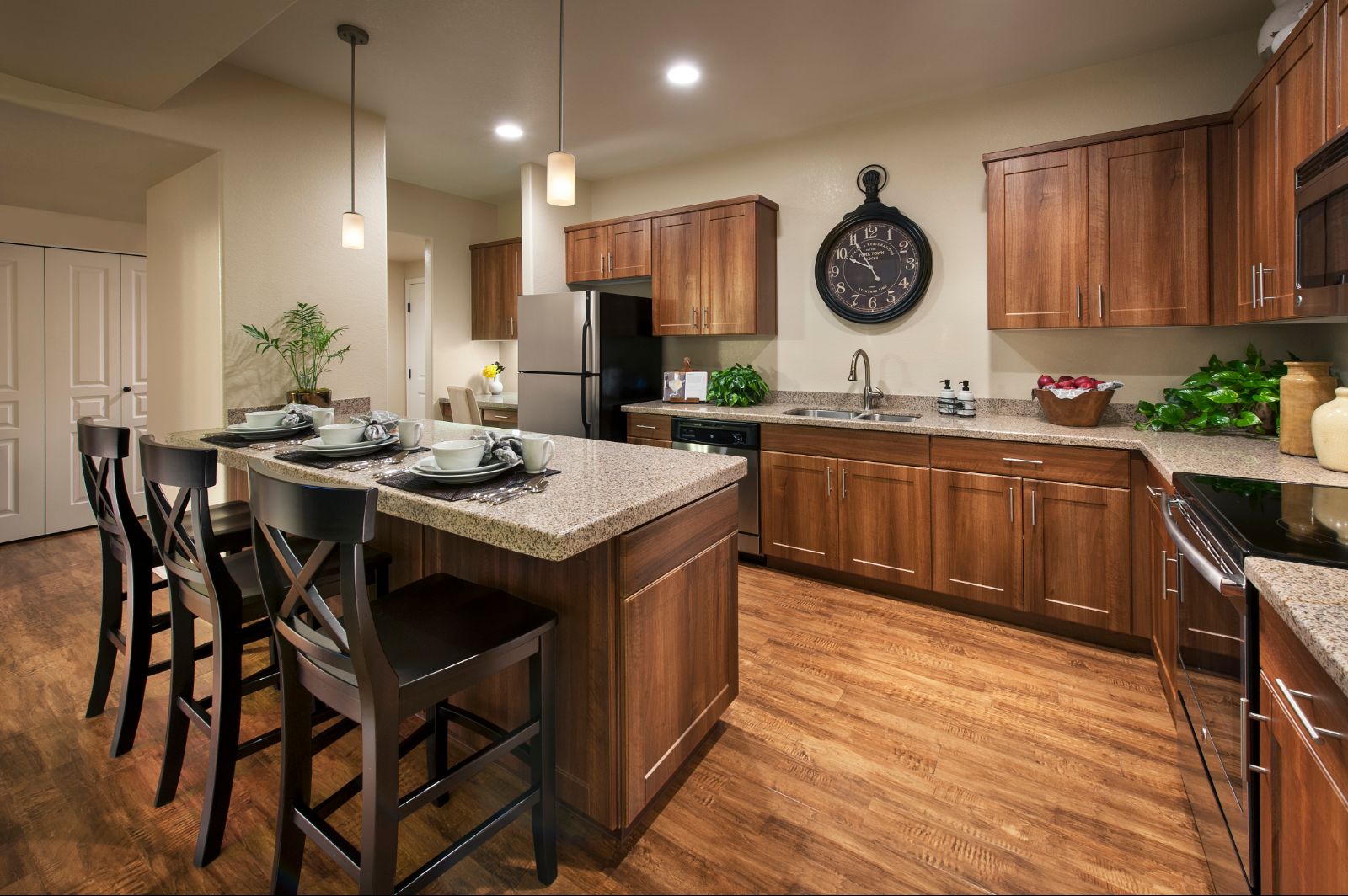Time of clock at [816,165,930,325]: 9:54
